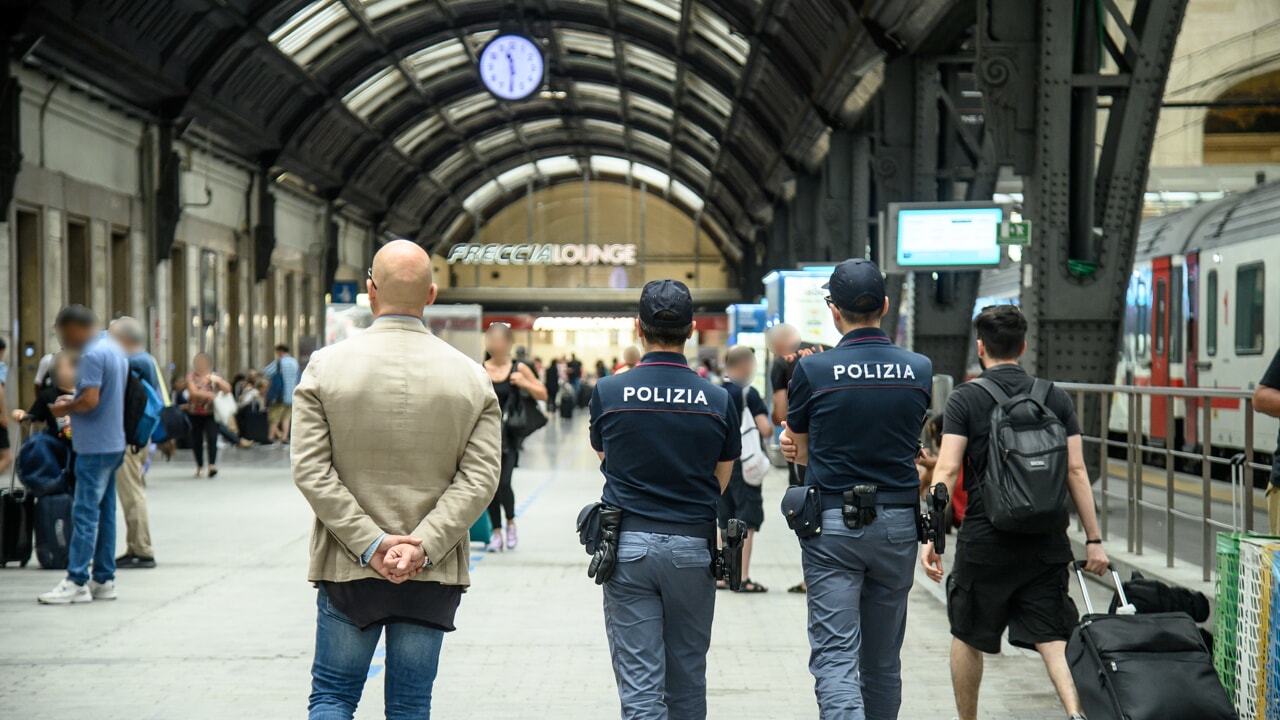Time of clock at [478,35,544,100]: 11:29
